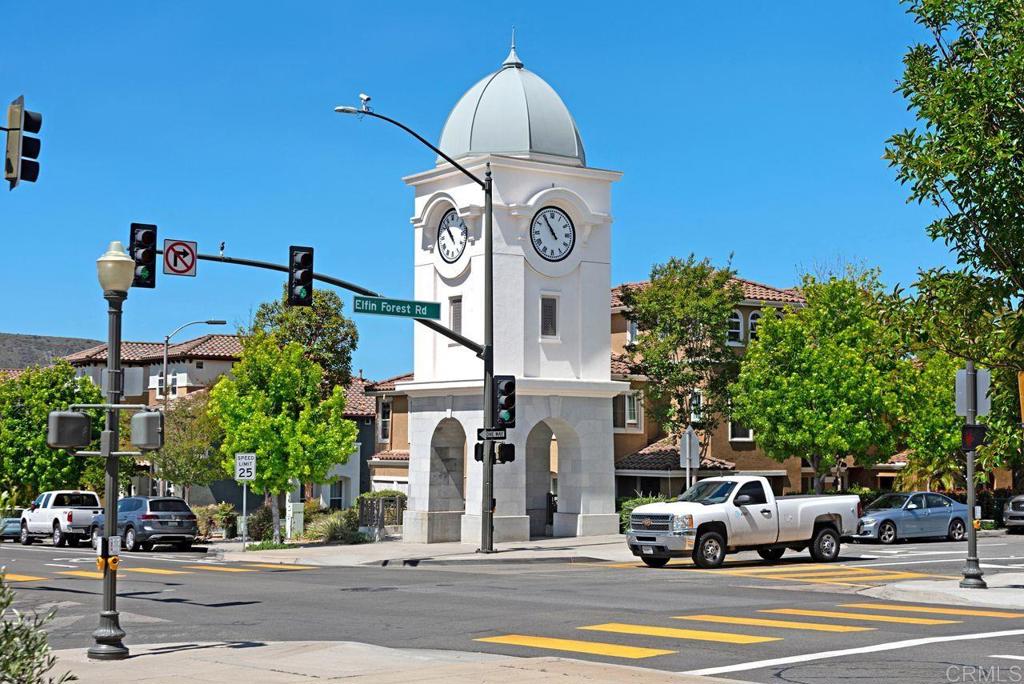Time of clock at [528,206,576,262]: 10:54
